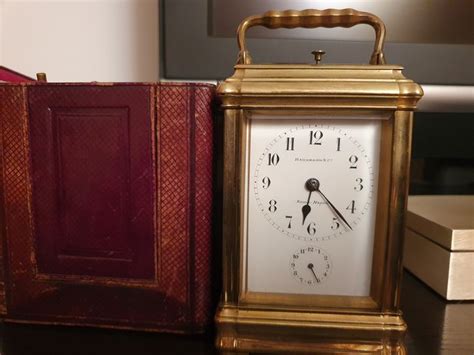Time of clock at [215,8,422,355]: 6:21
